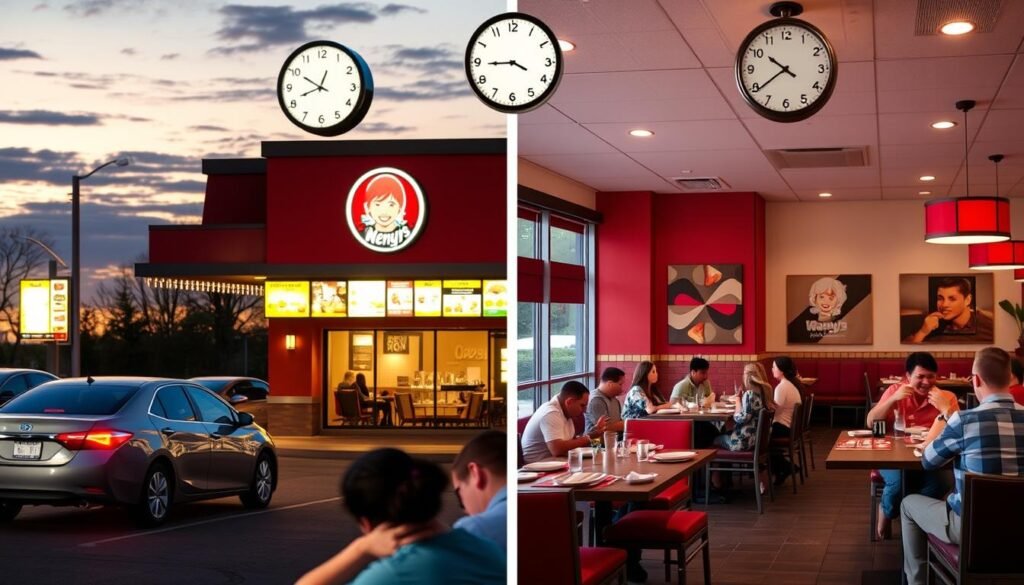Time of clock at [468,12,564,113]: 3:44
